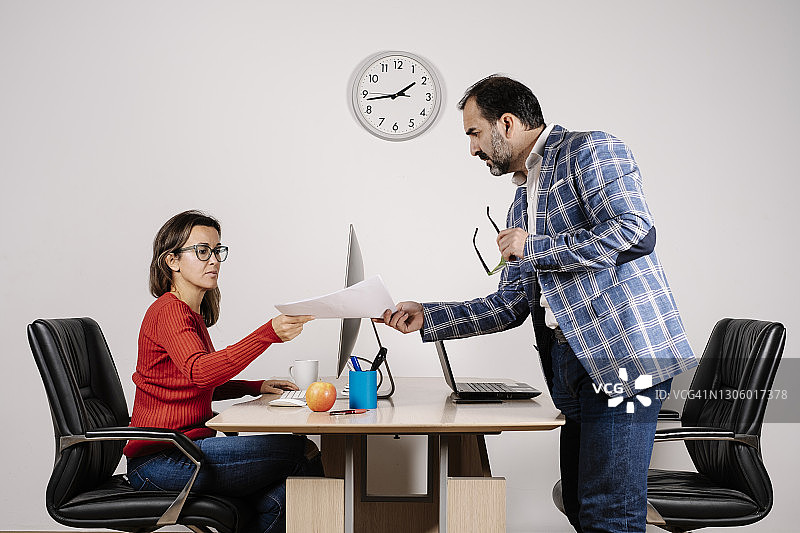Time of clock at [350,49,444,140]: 1:43
